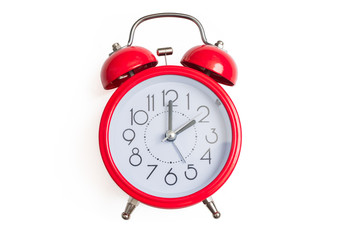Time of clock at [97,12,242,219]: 2:00
